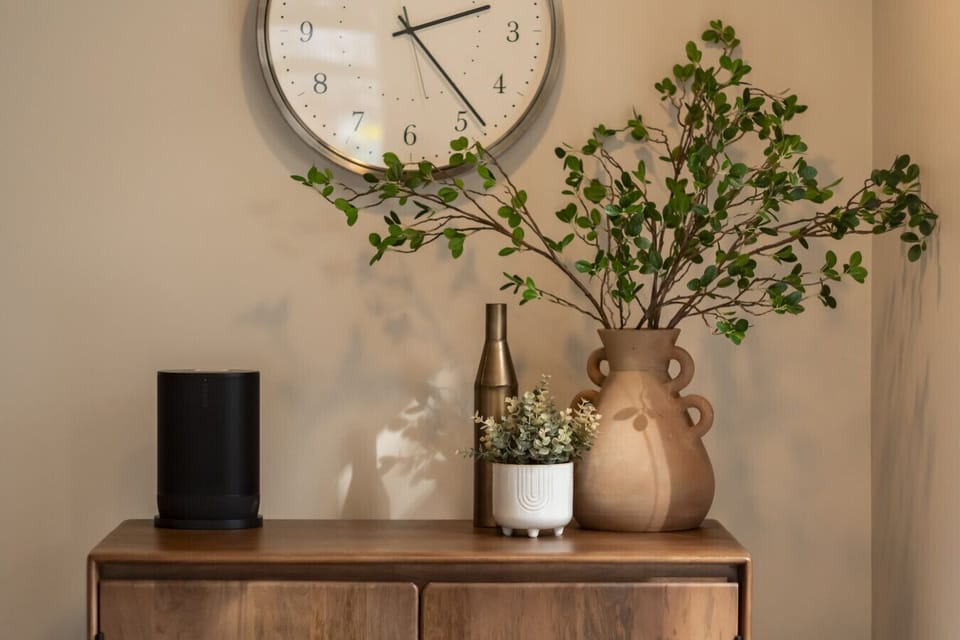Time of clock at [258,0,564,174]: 2:23
